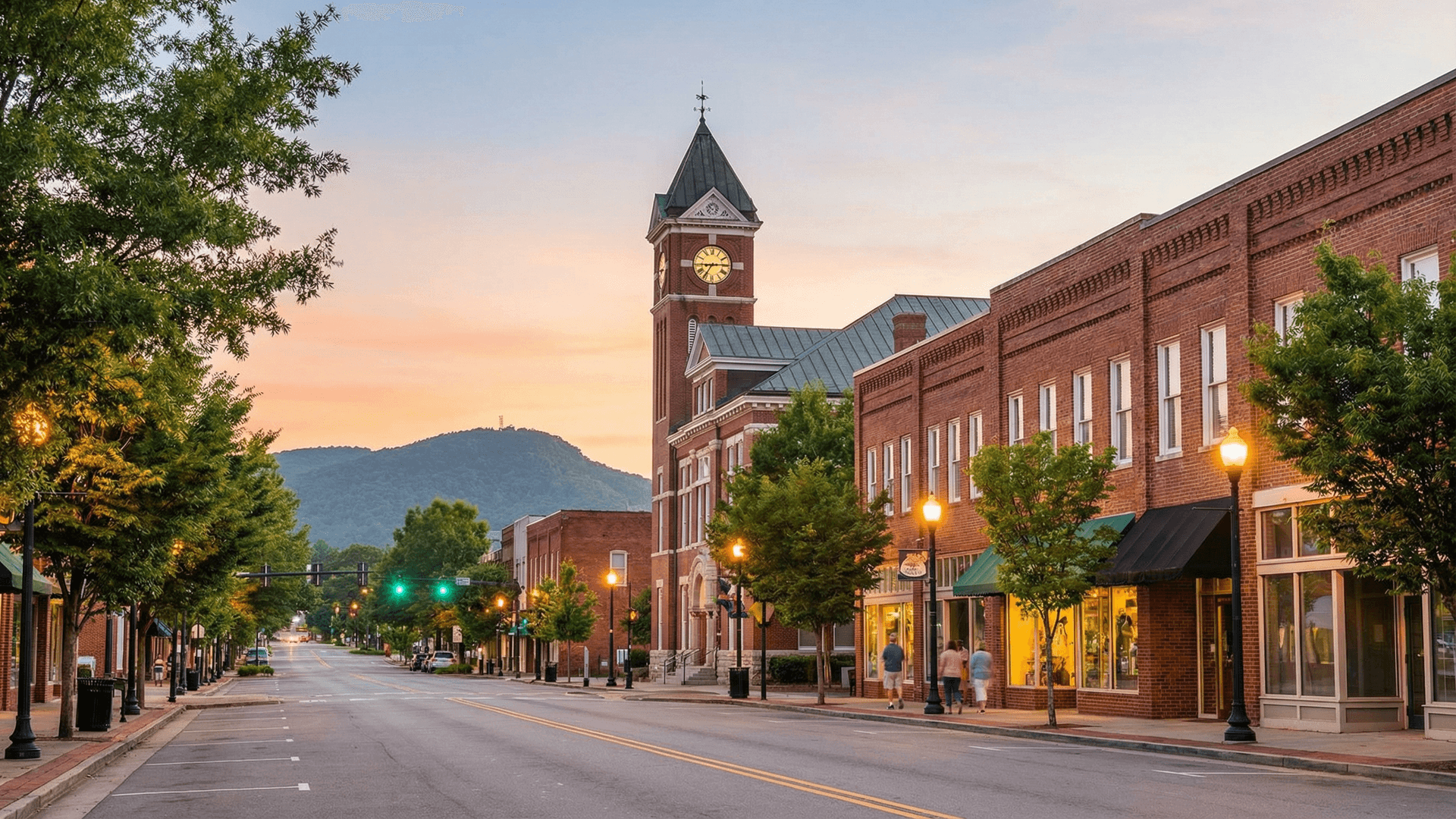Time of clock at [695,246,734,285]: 7:14
